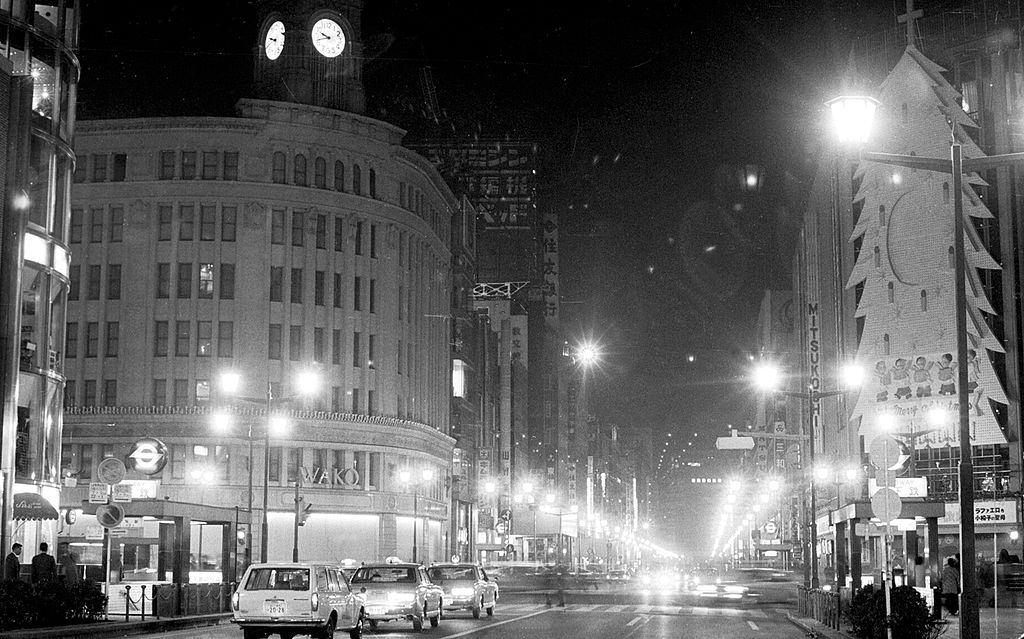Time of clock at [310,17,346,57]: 9:42
